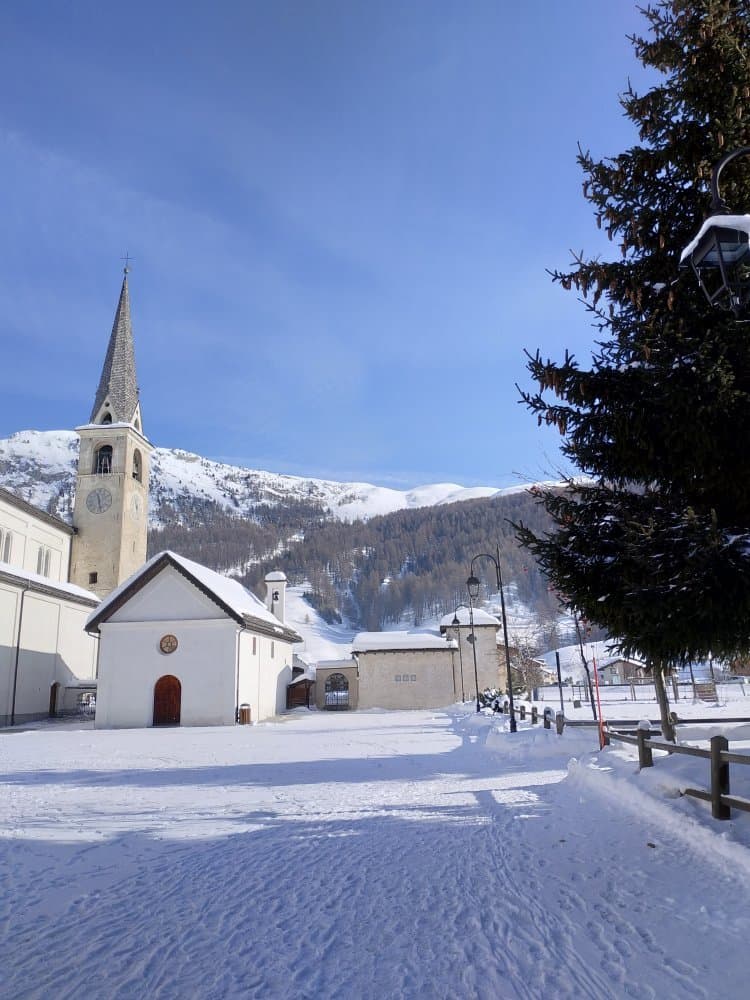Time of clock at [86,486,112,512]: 11:28
